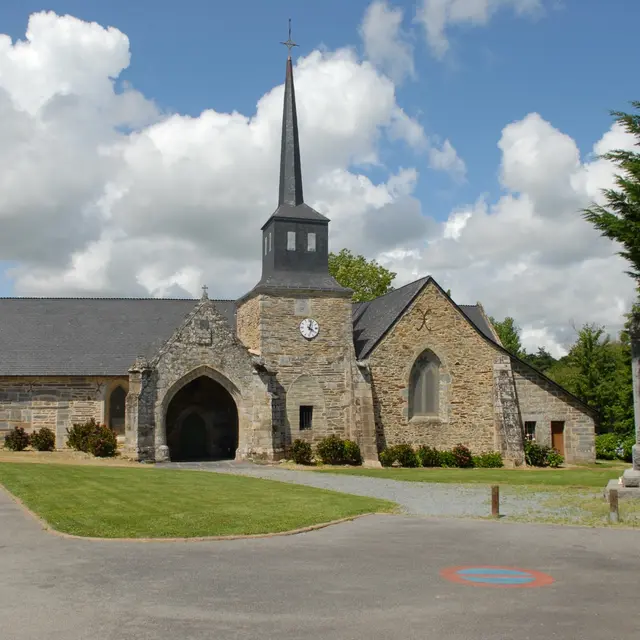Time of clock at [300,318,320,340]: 4:02
